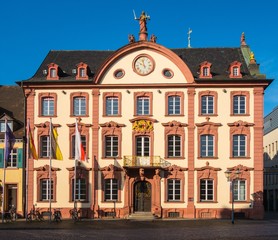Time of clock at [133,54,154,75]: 9:57
